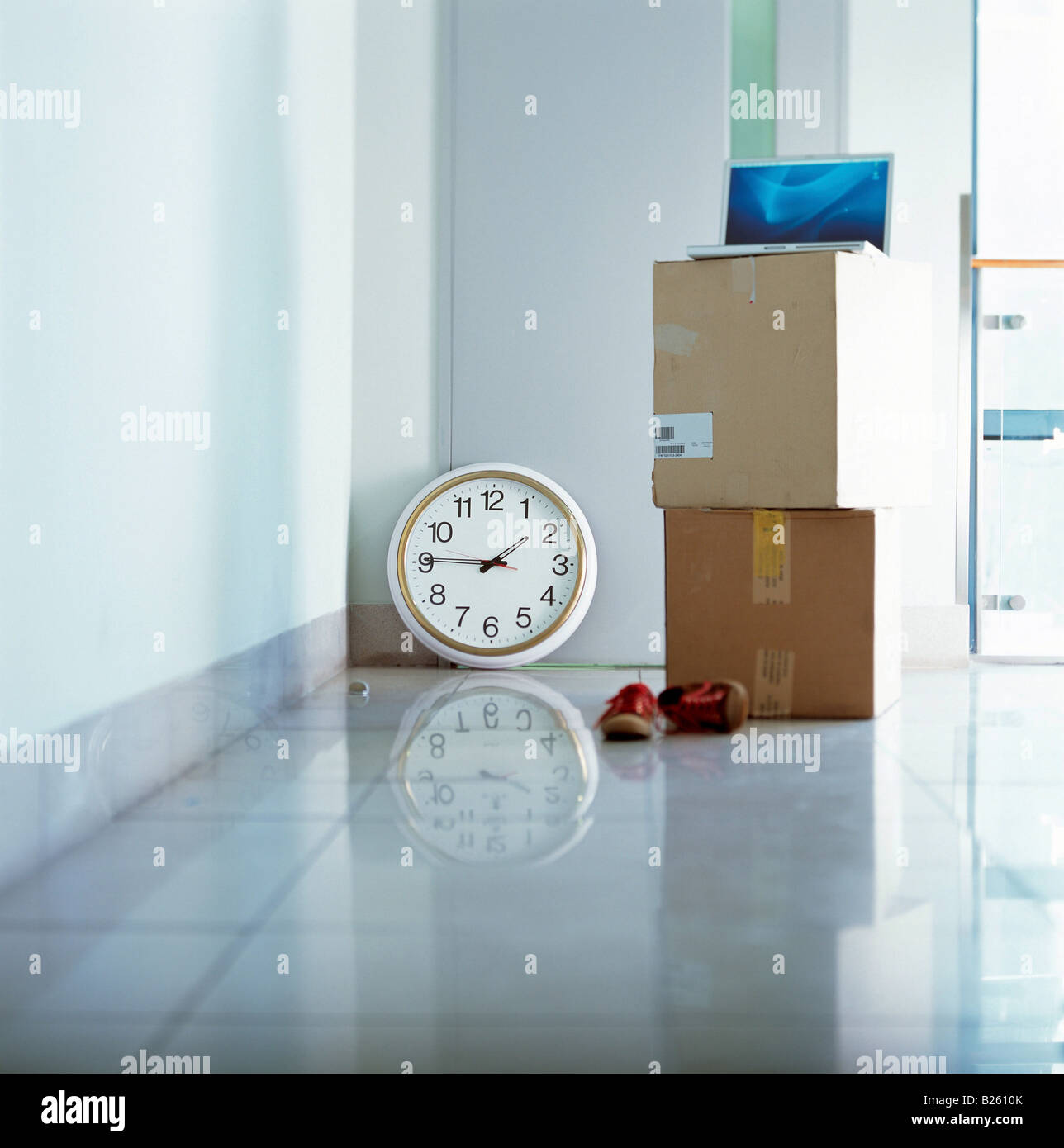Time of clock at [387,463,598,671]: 1:45
